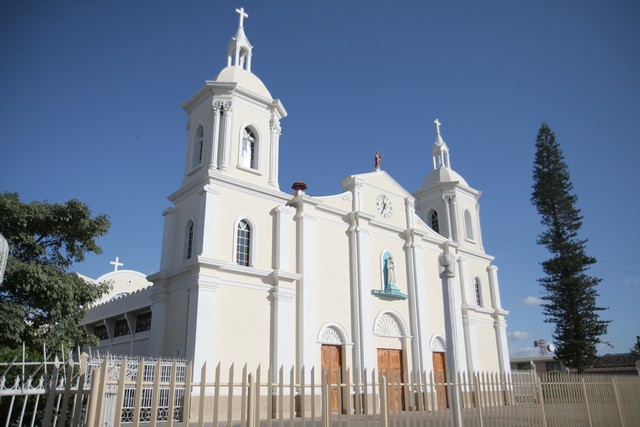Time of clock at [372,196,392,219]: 11:34
